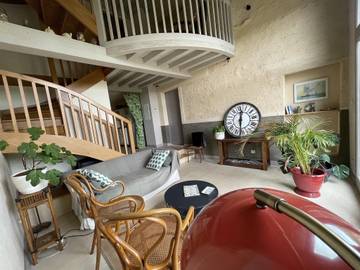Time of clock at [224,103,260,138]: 12:30
